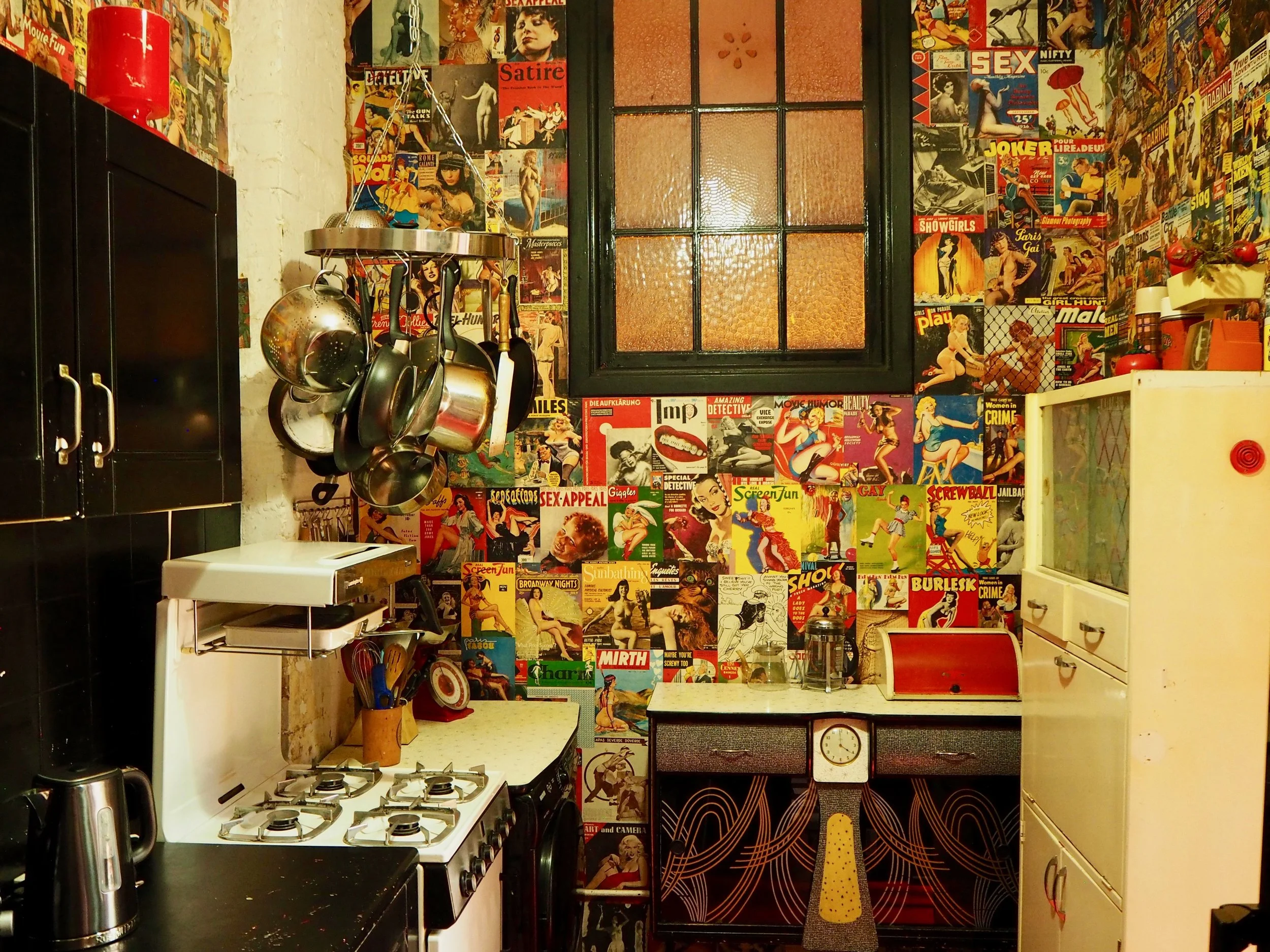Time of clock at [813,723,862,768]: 3:59
